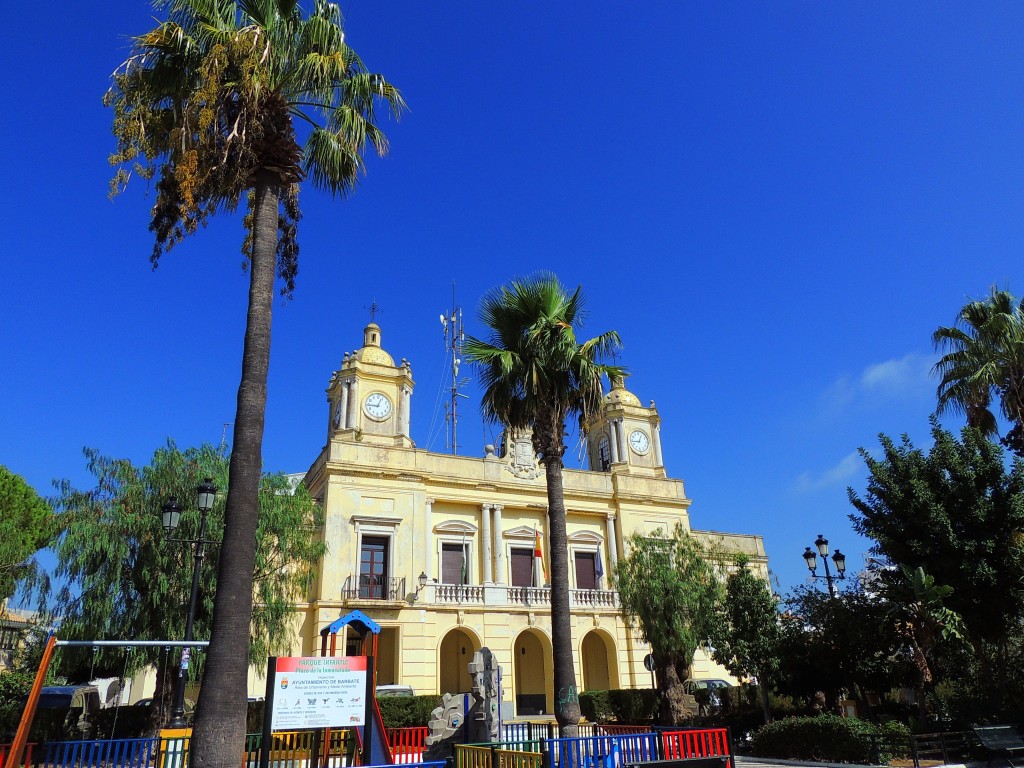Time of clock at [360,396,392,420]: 12:44
